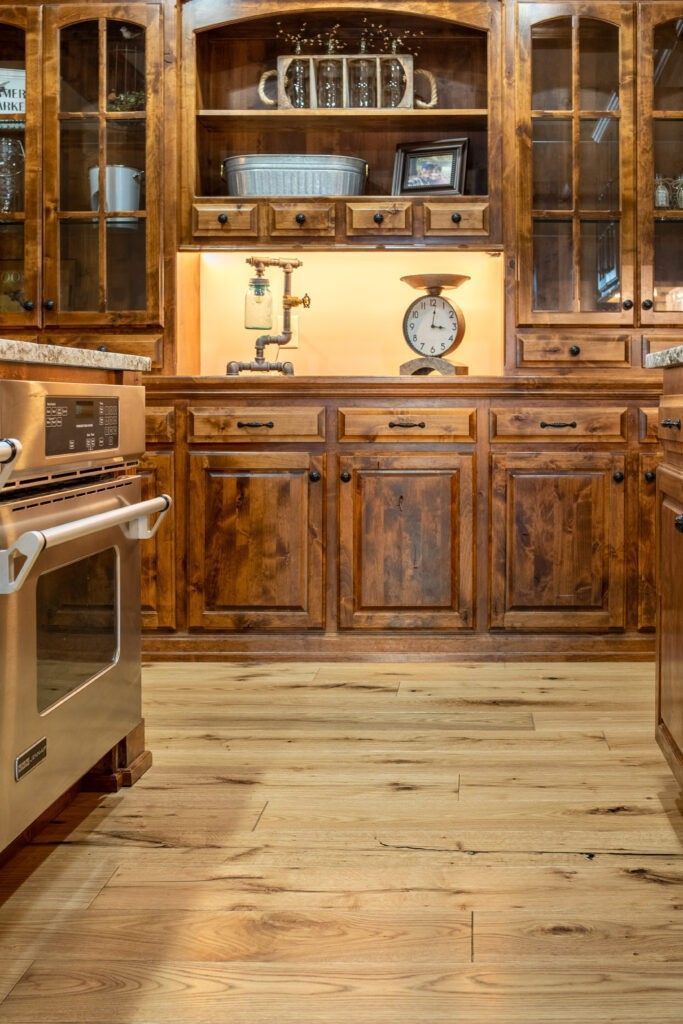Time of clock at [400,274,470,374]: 3:01
